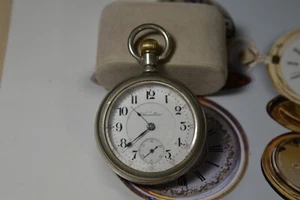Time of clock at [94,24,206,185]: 10:38
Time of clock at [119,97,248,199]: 10:38
